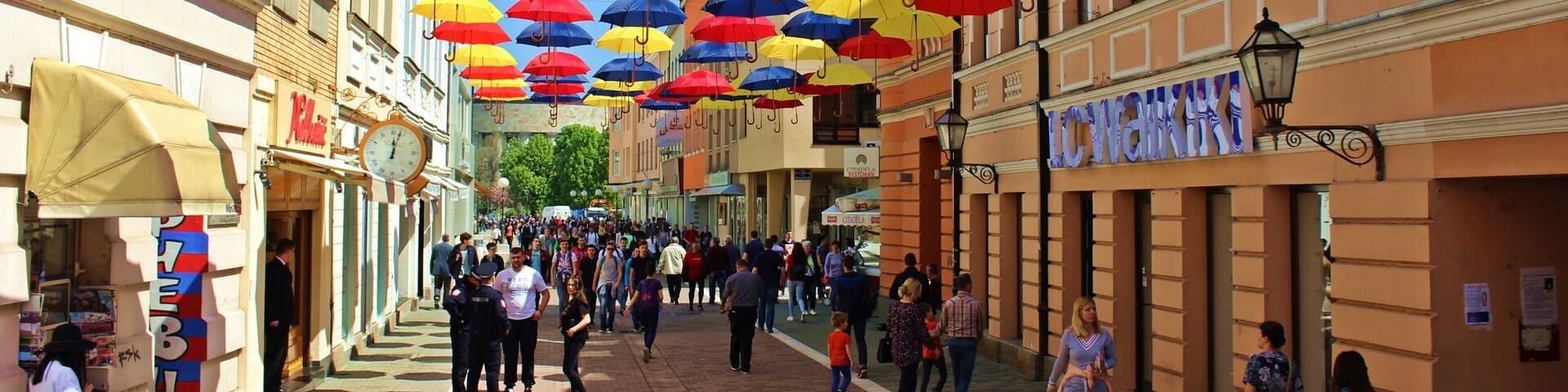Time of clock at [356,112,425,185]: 12:03
